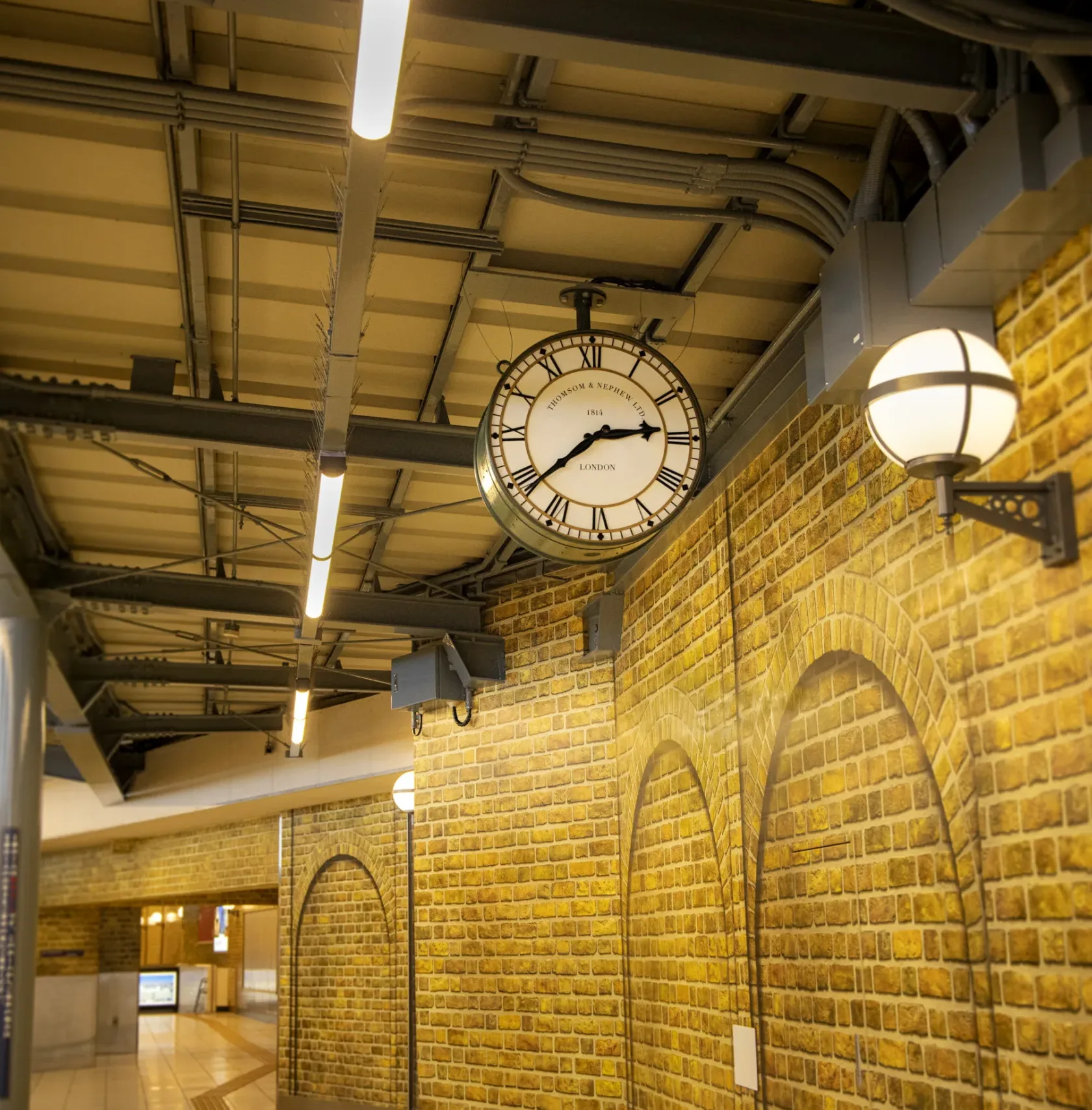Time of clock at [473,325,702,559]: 2:38
